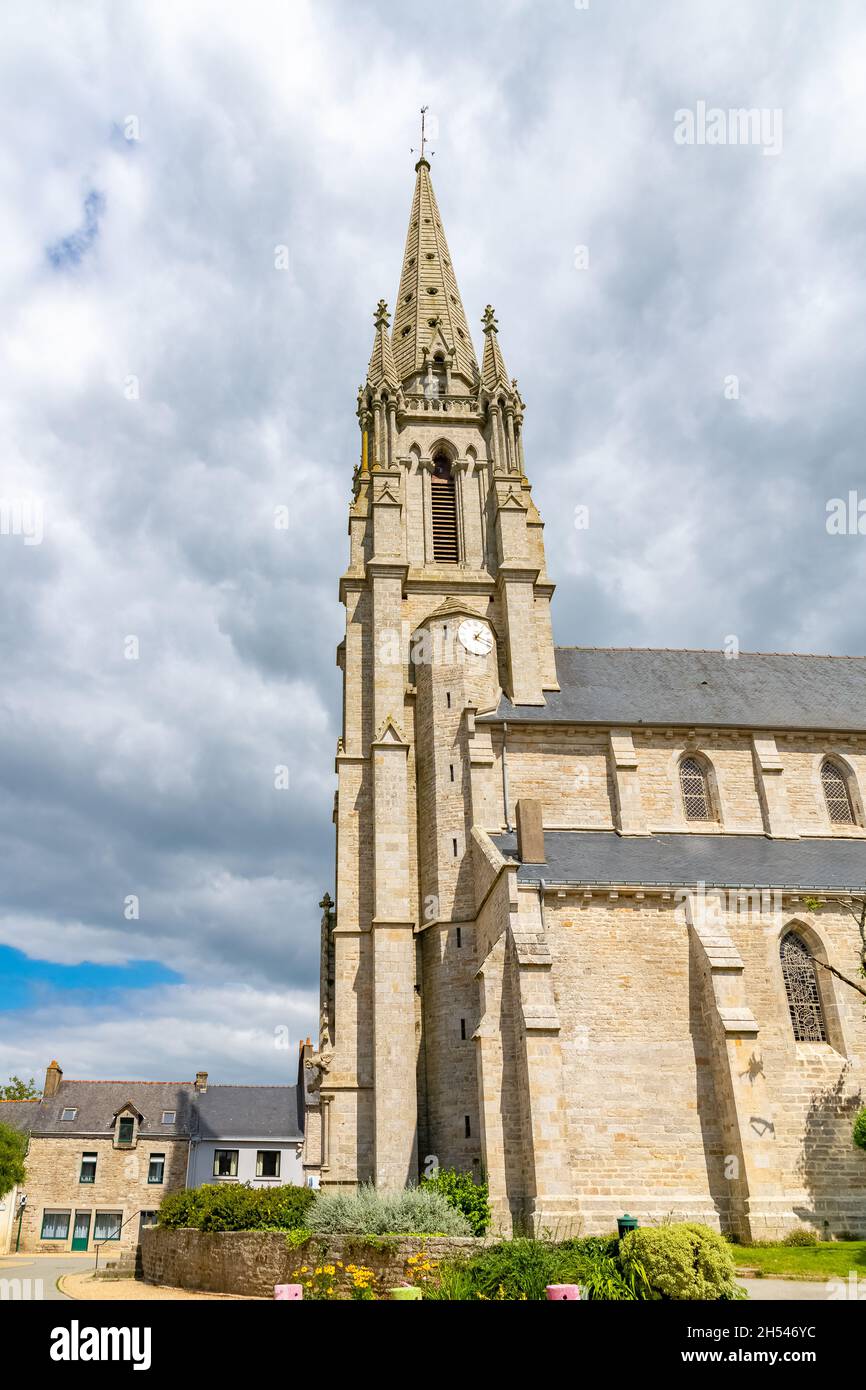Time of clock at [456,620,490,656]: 1:18
